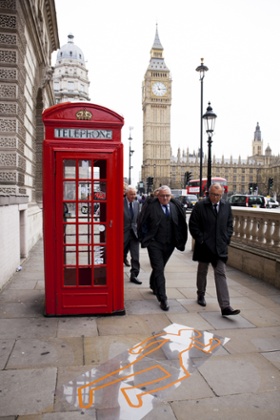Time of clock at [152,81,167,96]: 11:13
